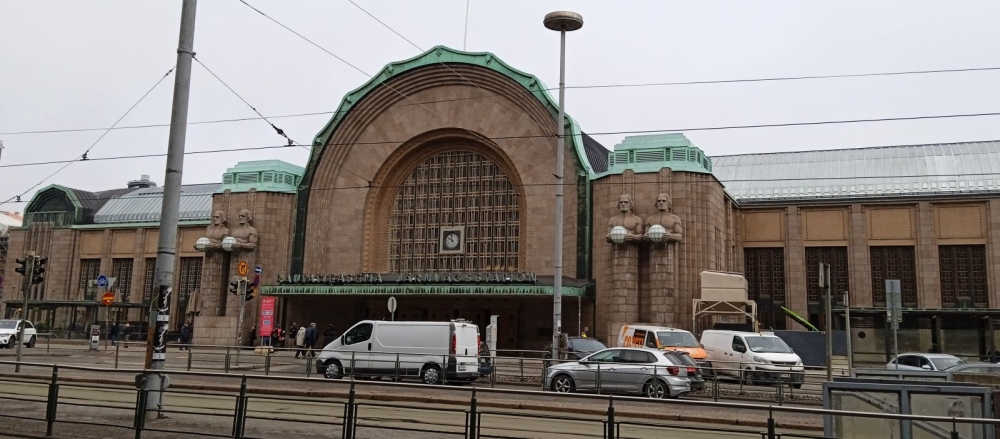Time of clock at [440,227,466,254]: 9:57
